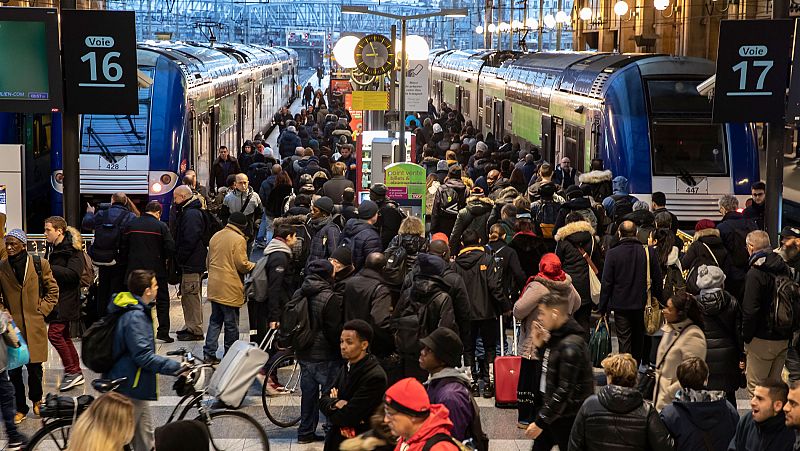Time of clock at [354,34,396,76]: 8:56
